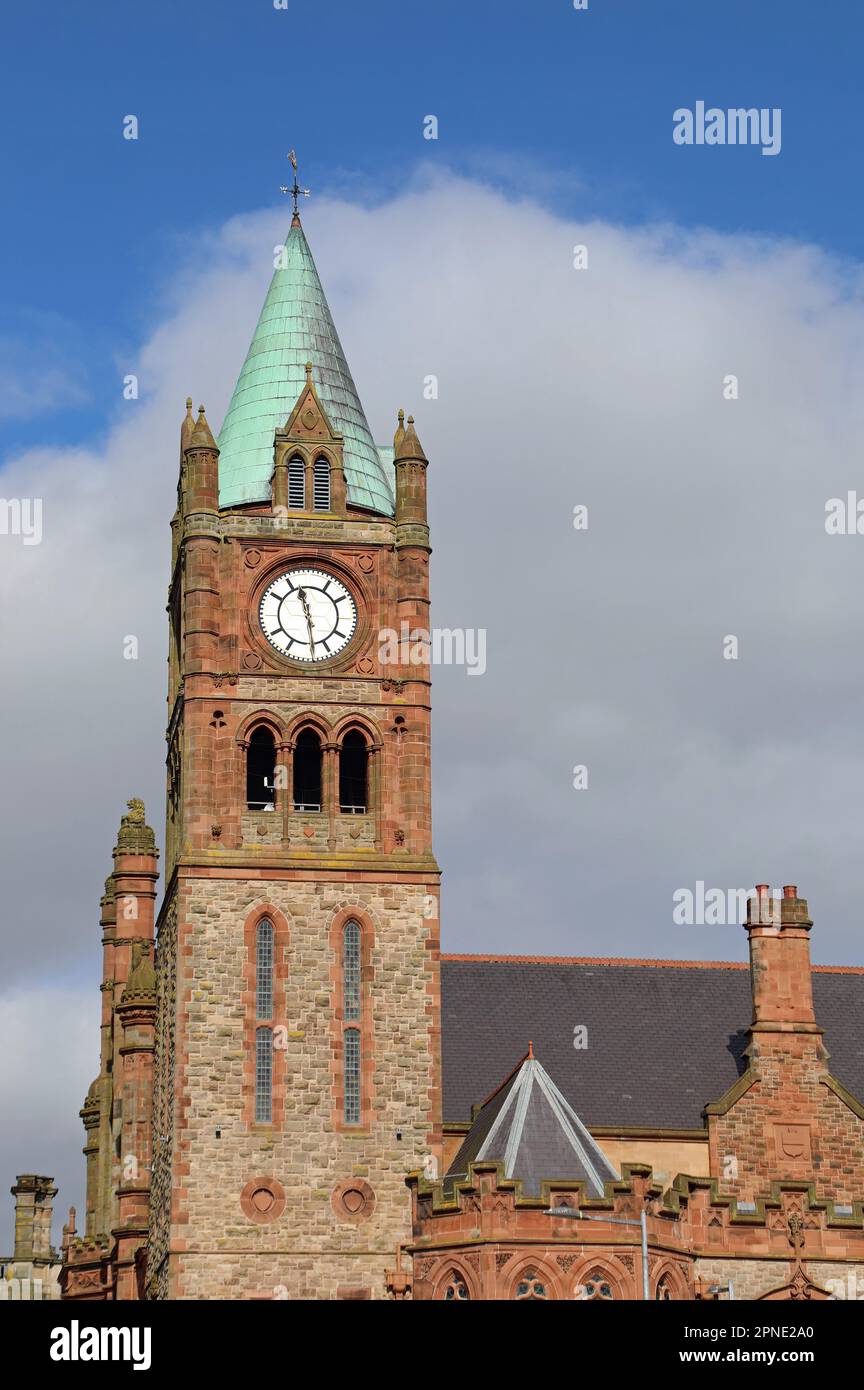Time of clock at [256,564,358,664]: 11:28
